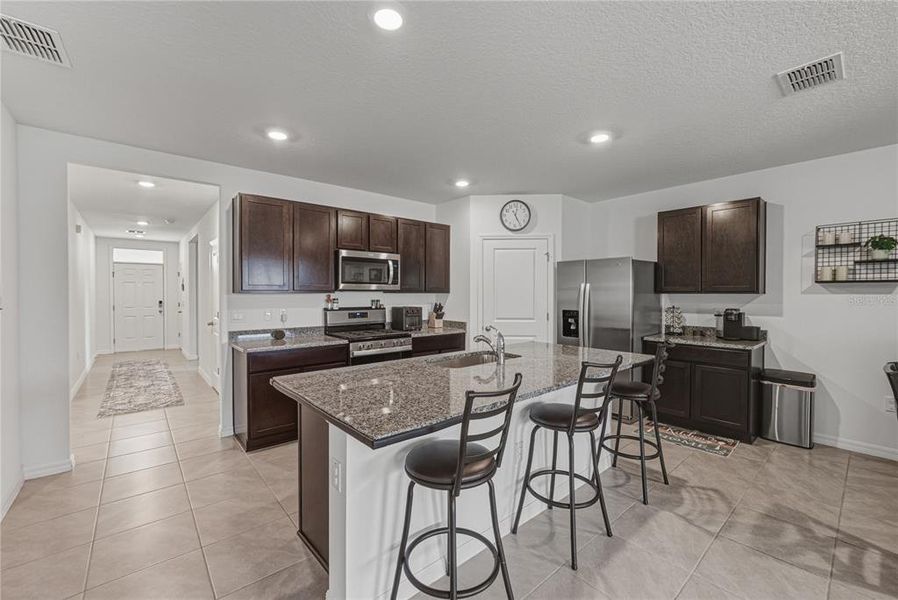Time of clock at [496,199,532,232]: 5:01
